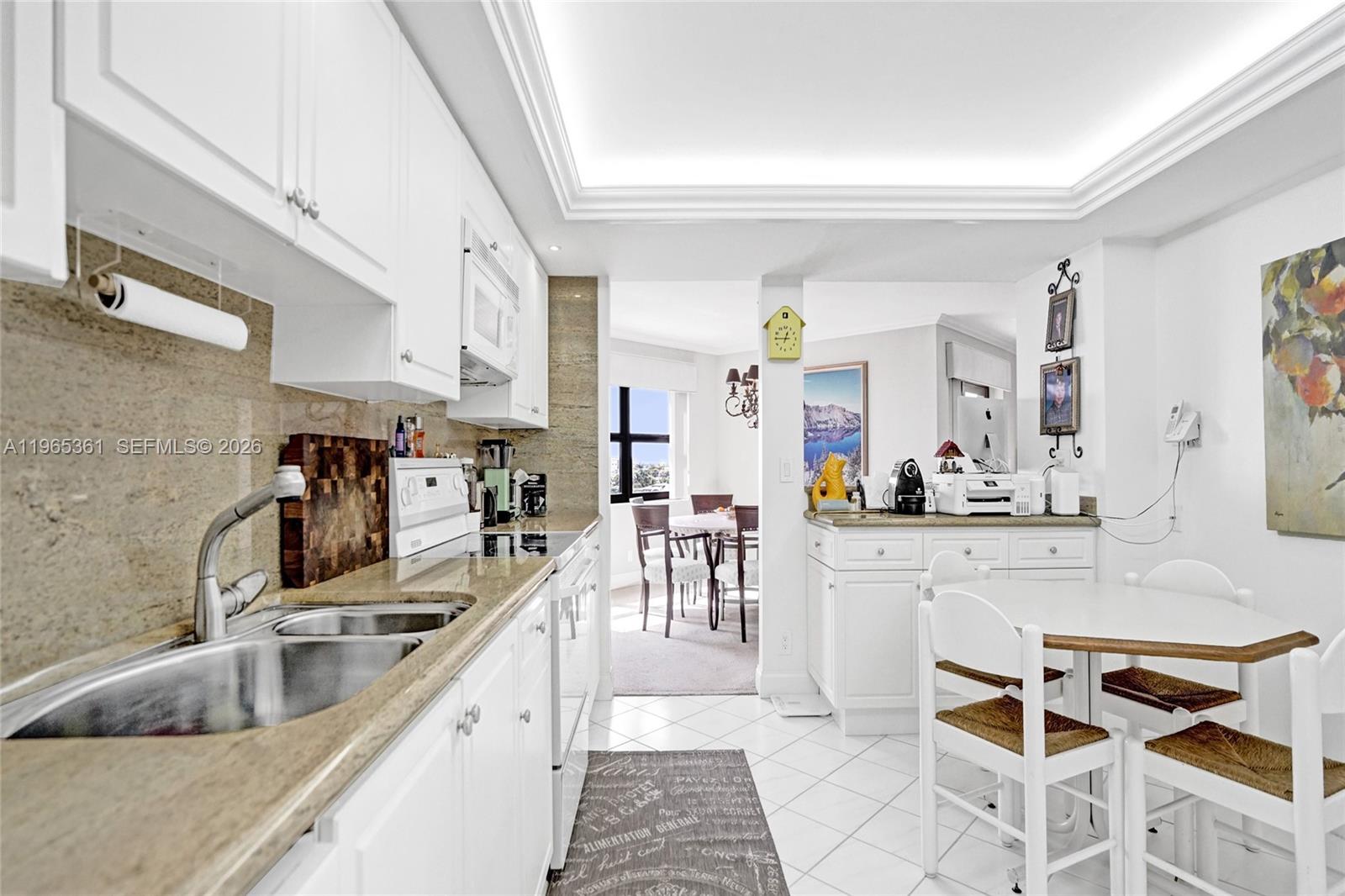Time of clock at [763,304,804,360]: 12:44
